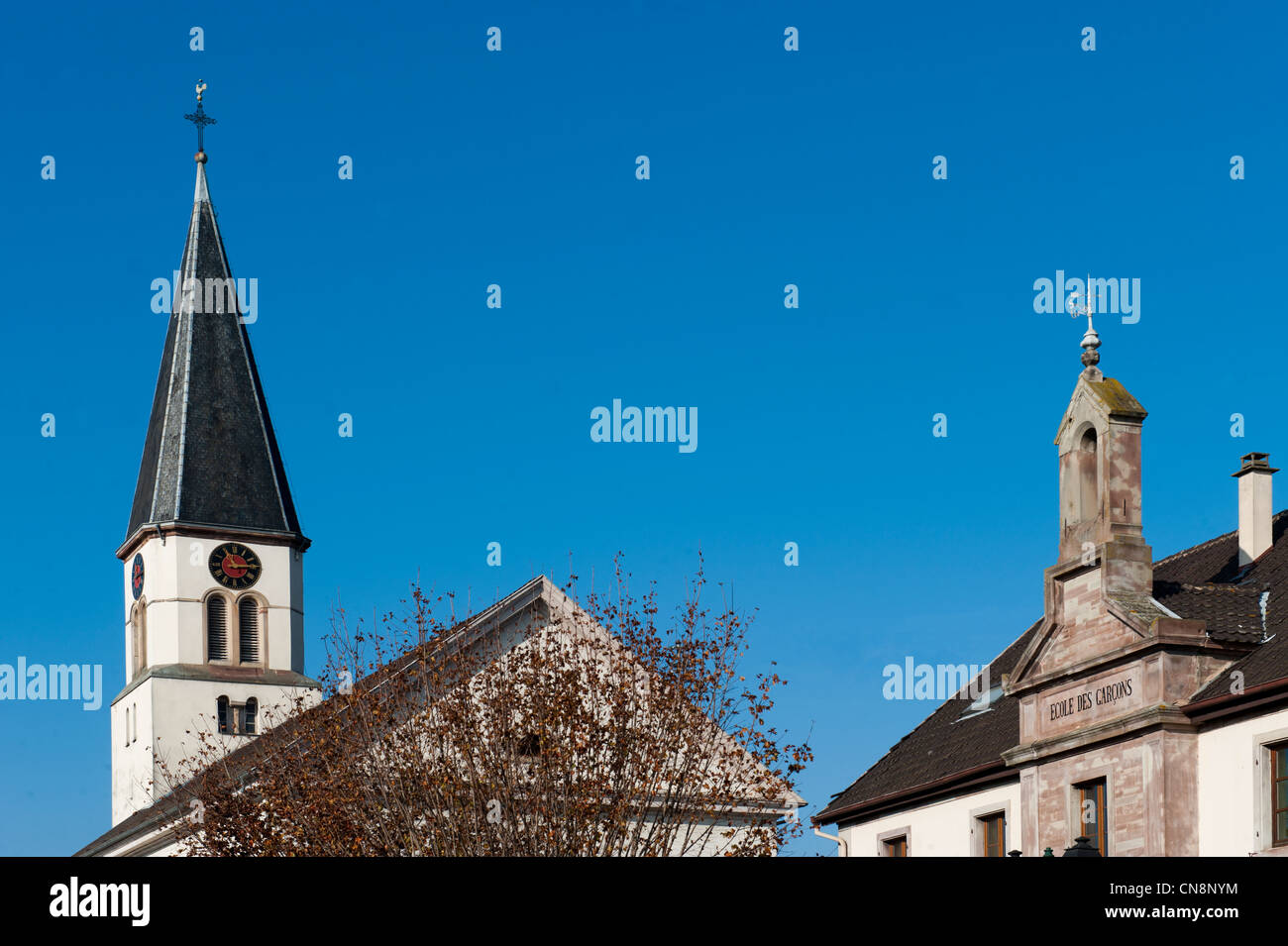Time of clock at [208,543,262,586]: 11:14
